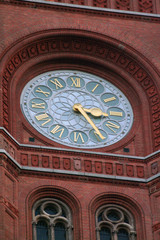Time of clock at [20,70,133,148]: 3:24
